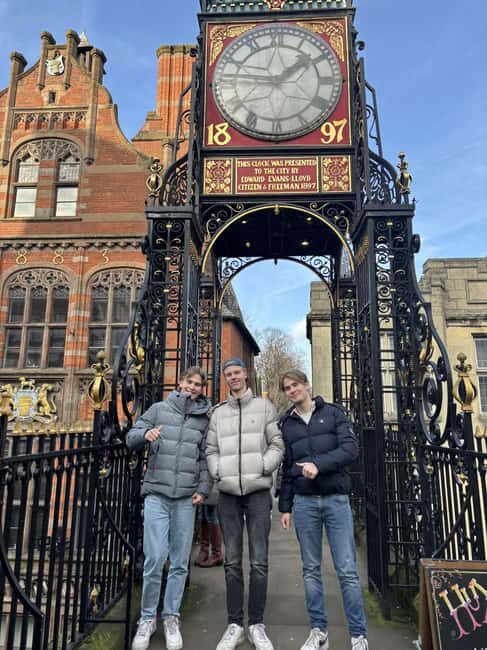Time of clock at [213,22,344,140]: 1:46
